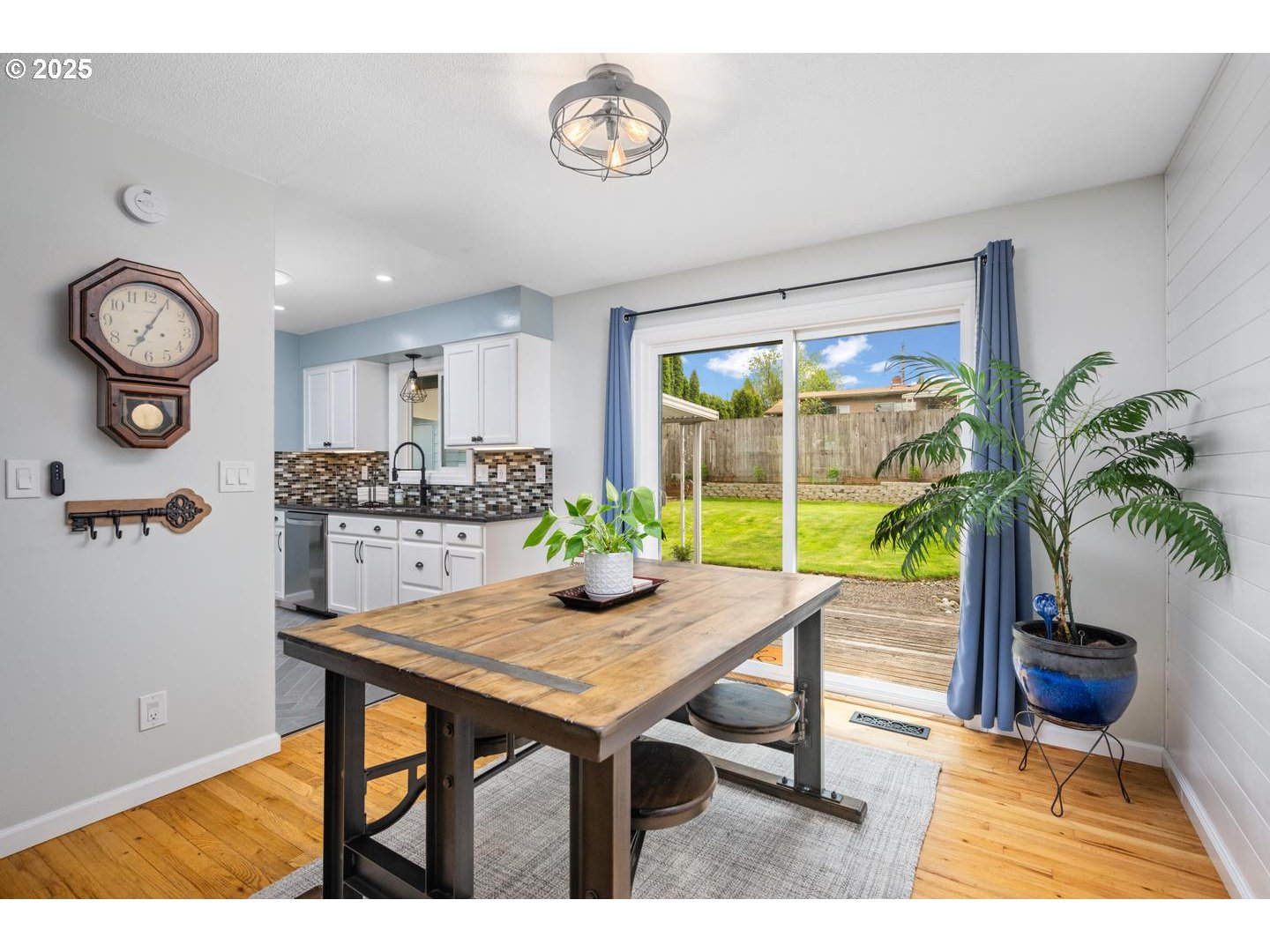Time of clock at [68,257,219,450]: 7:04
